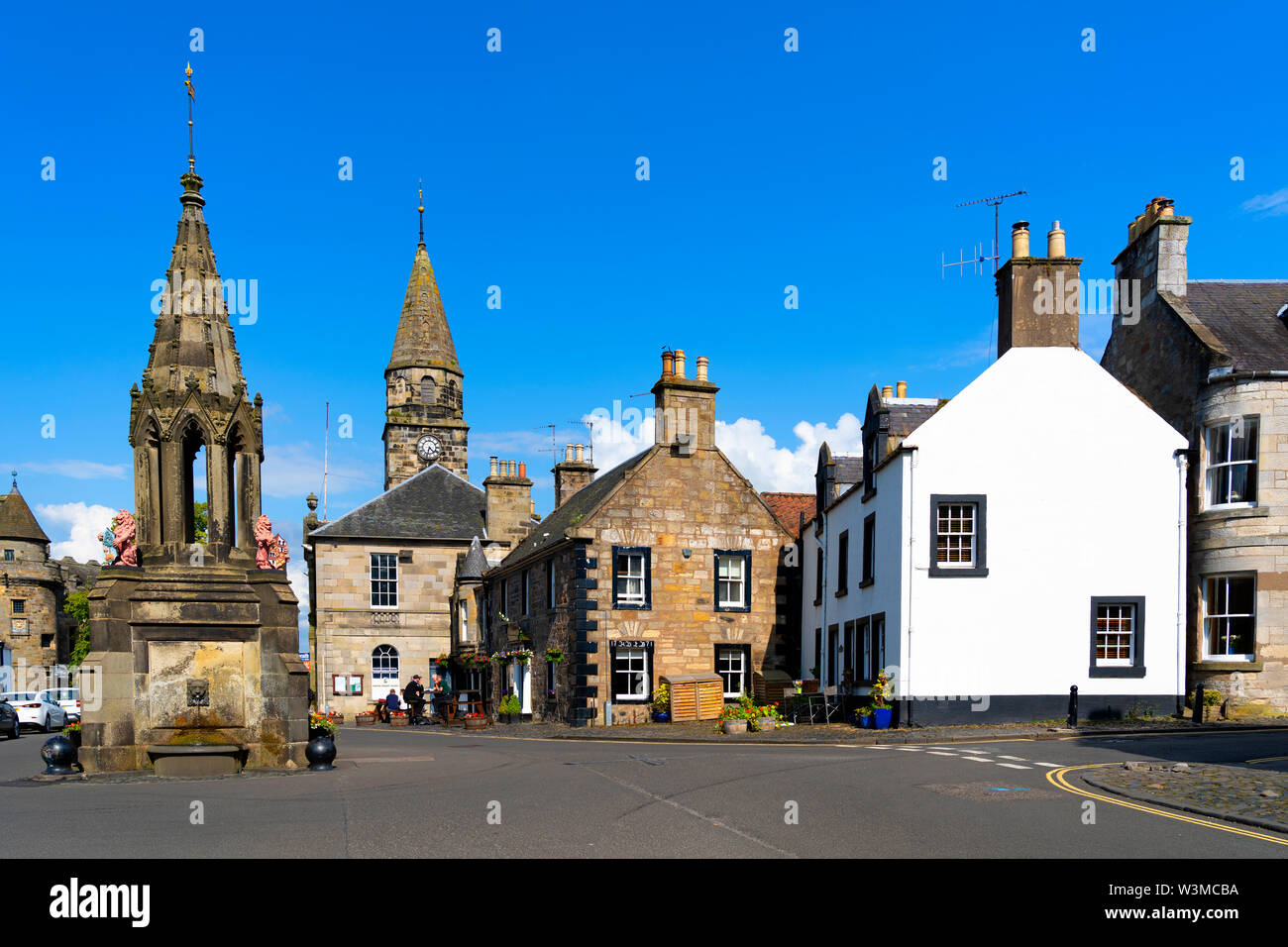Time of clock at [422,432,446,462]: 4:32
